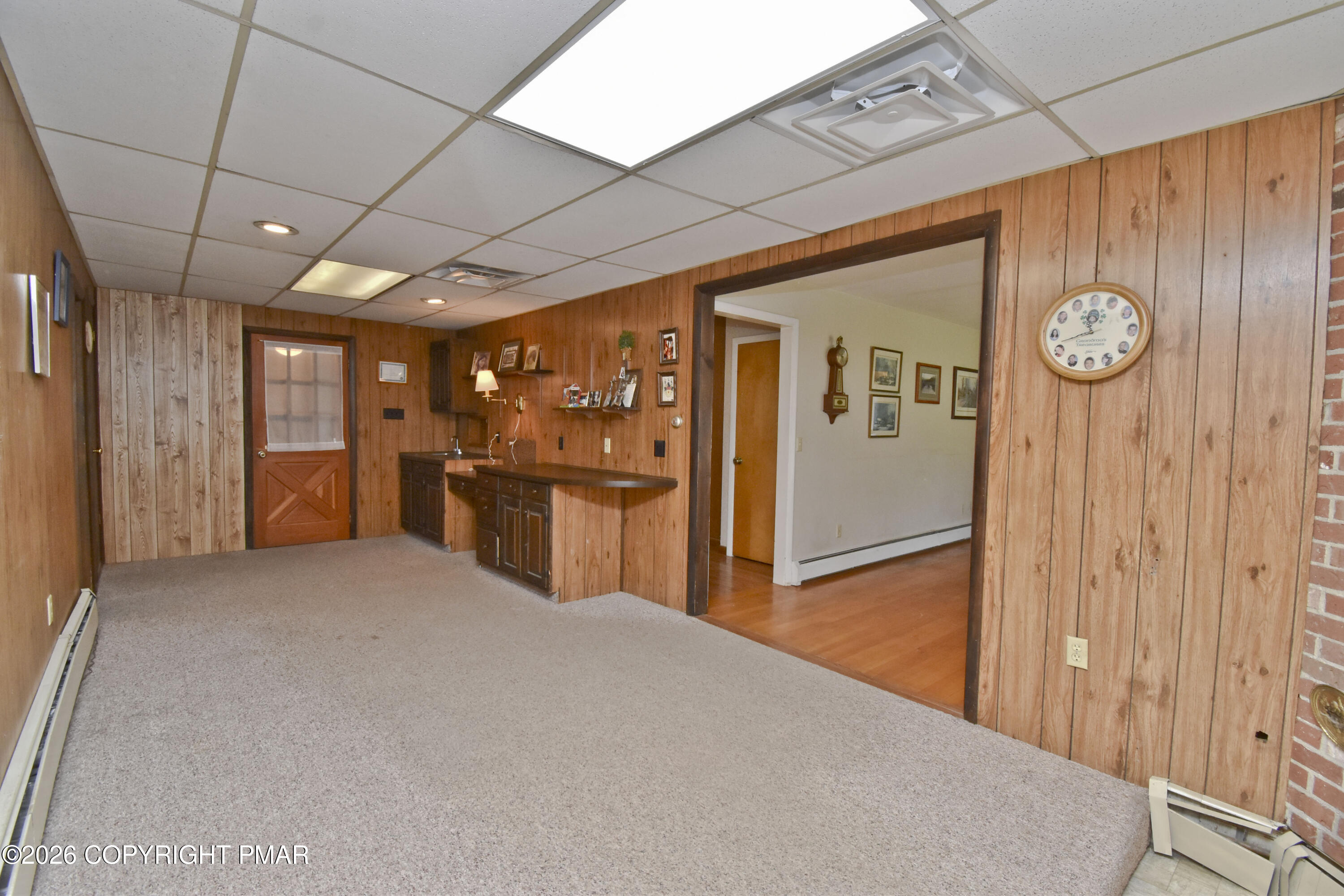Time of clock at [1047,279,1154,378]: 11:42
